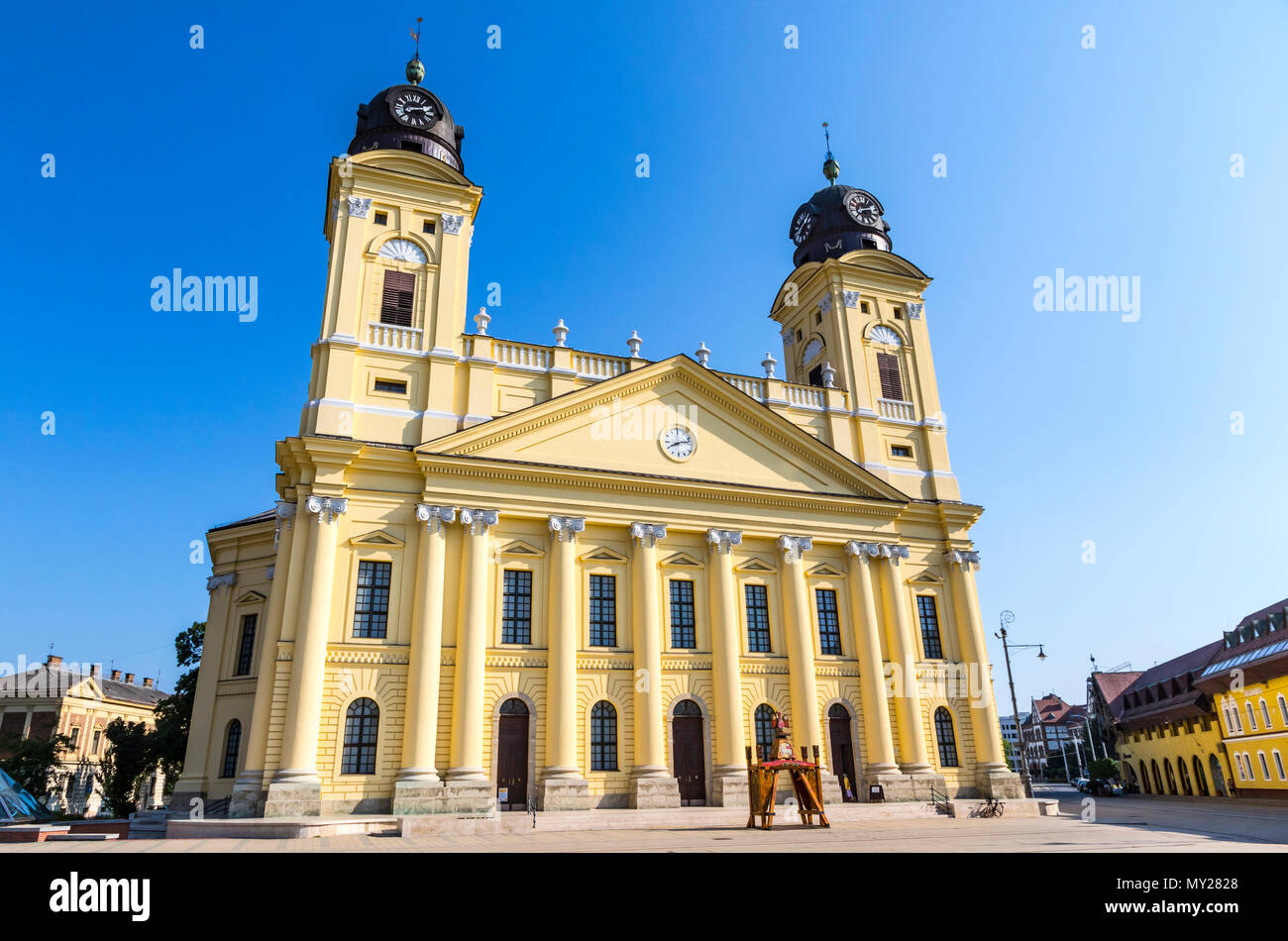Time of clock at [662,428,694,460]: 8:12
